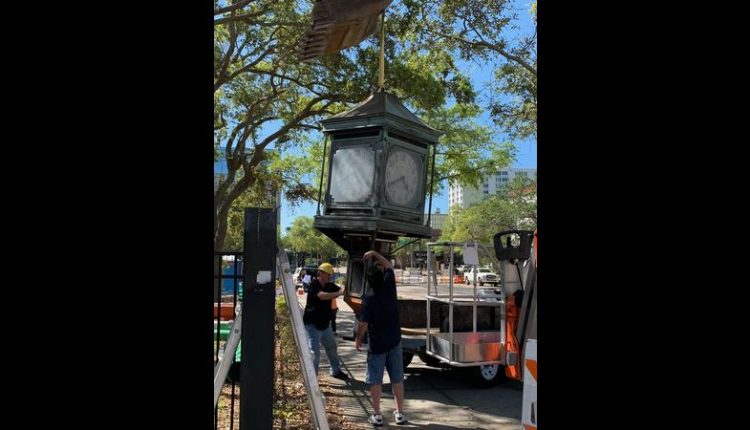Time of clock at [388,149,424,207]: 4:40
